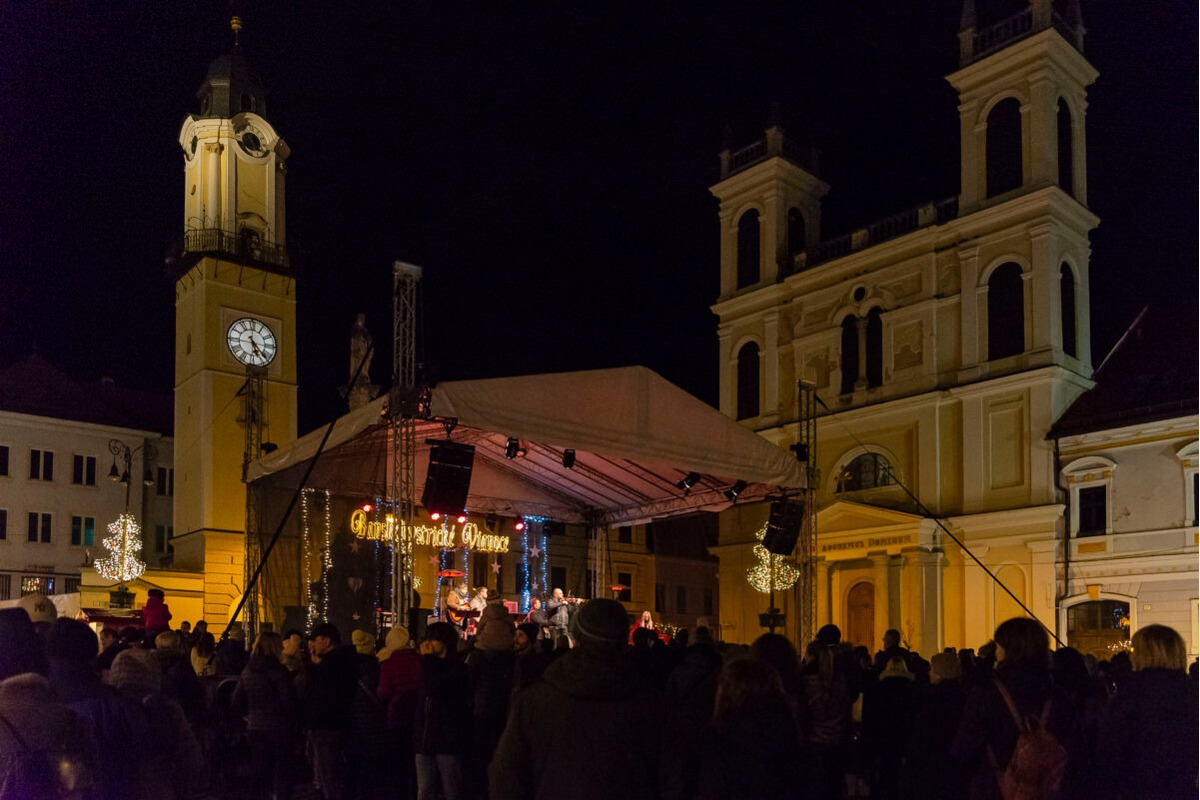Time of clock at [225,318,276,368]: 5:22
